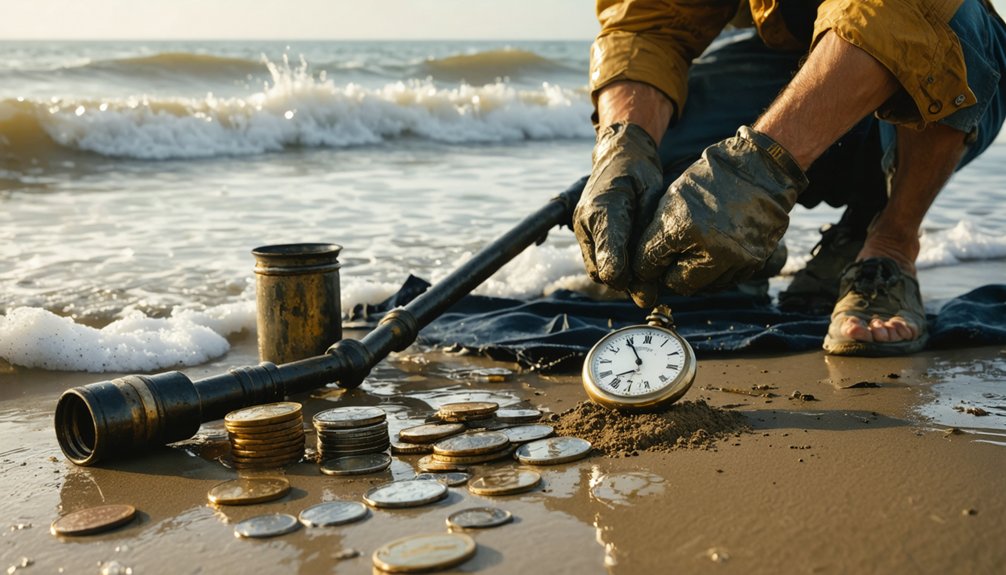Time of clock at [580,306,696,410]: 7:55
